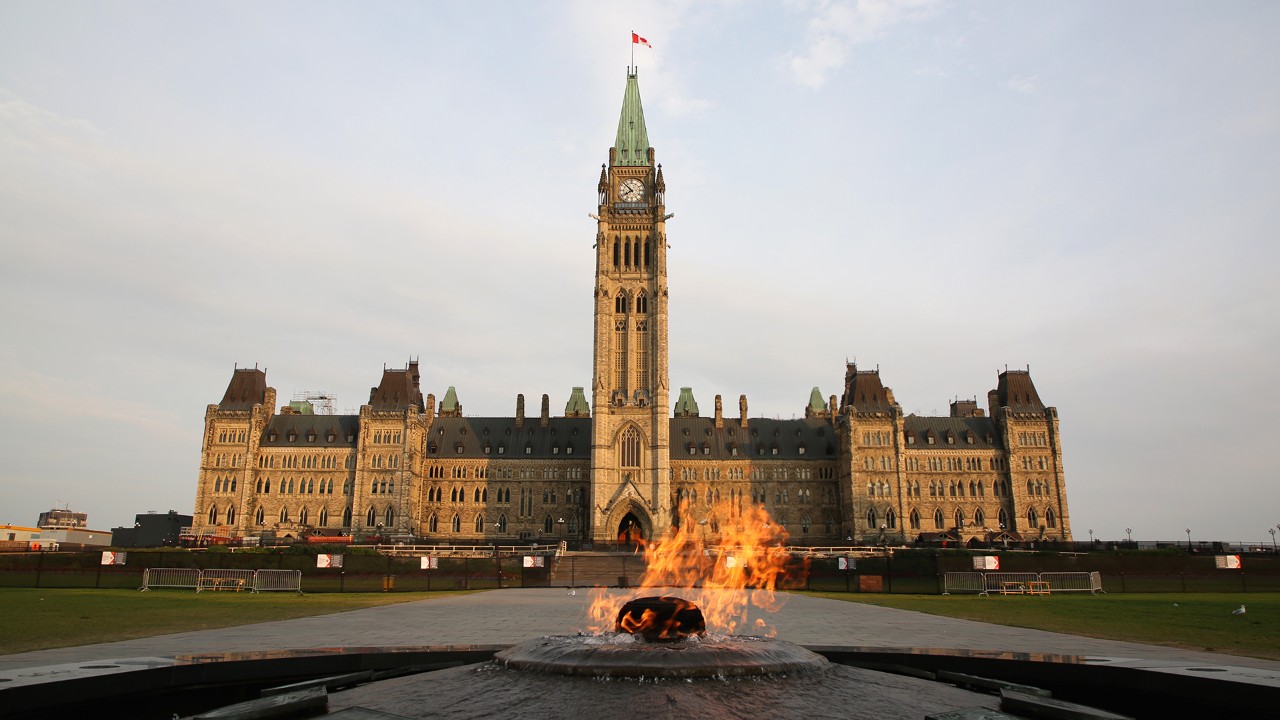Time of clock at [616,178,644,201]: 7:52
